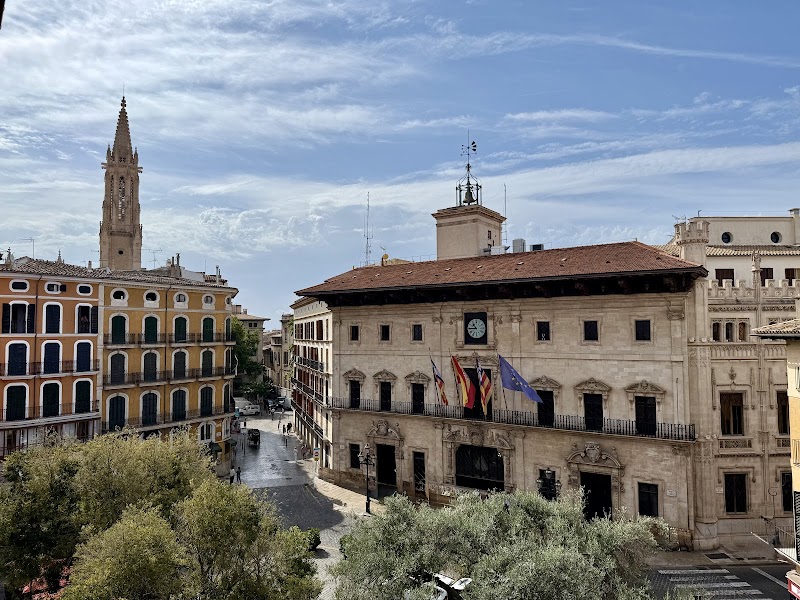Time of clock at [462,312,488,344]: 10:44
